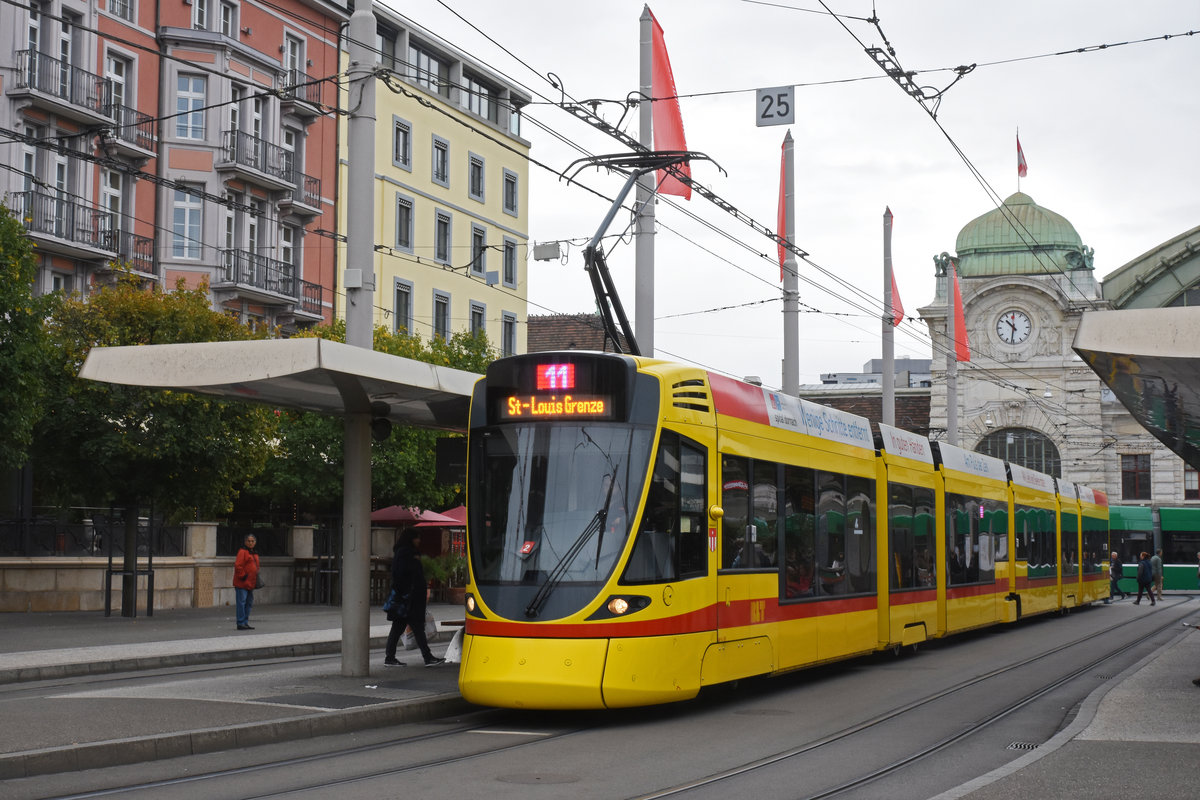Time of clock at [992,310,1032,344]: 10:31
